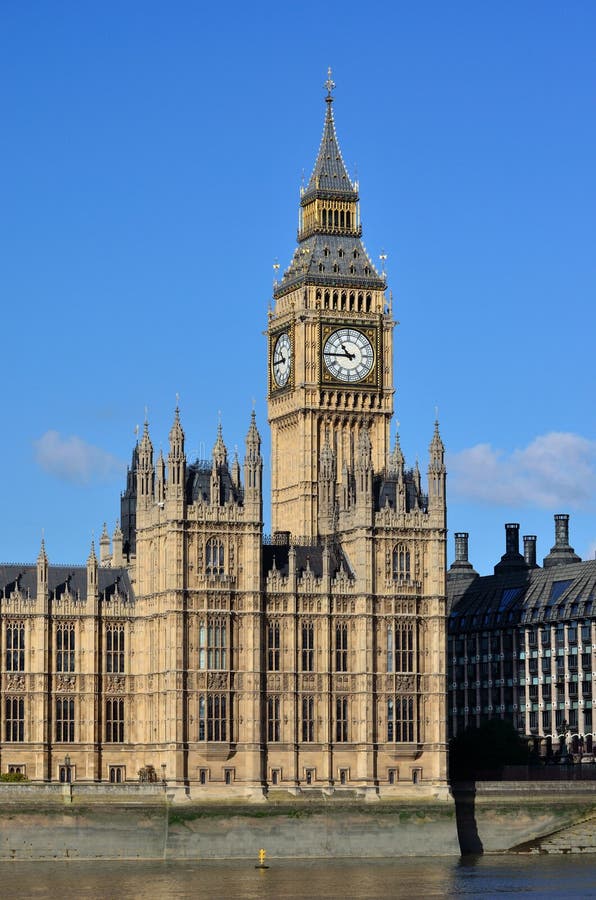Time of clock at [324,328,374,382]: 10:45
